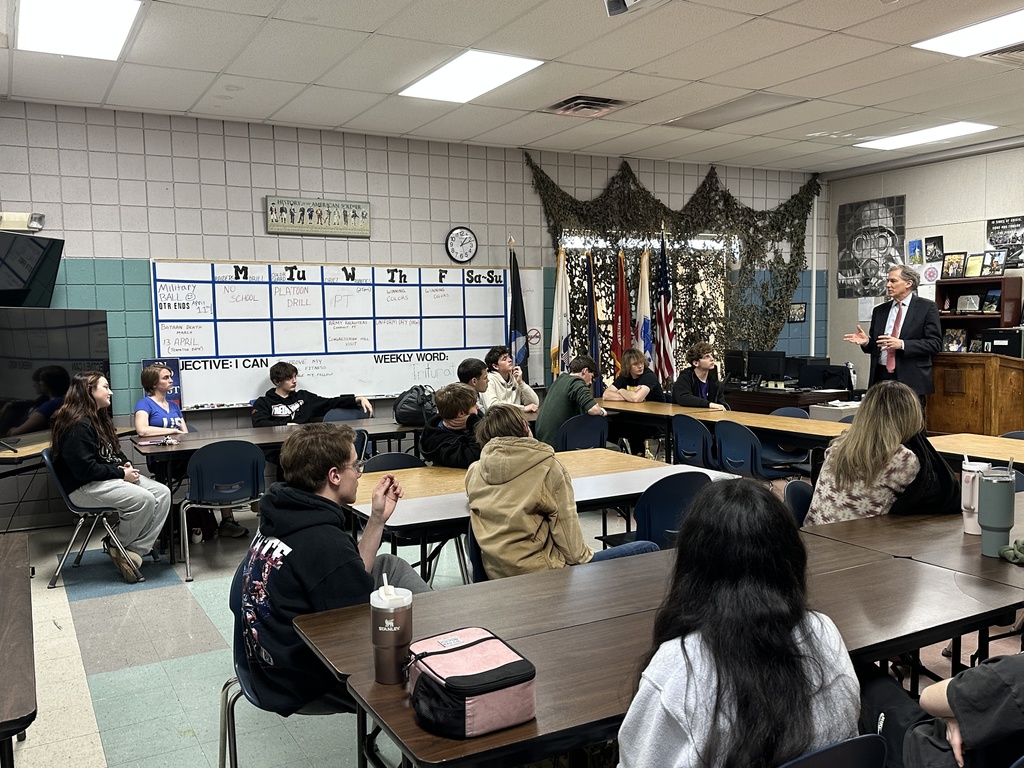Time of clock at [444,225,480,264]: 1:11
